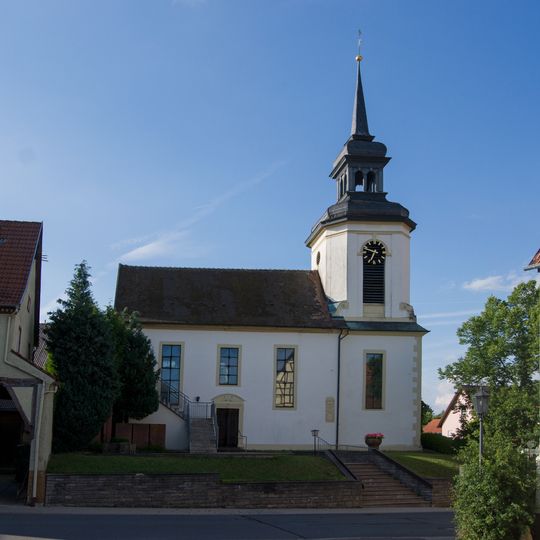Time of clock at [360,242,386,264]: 6:47
